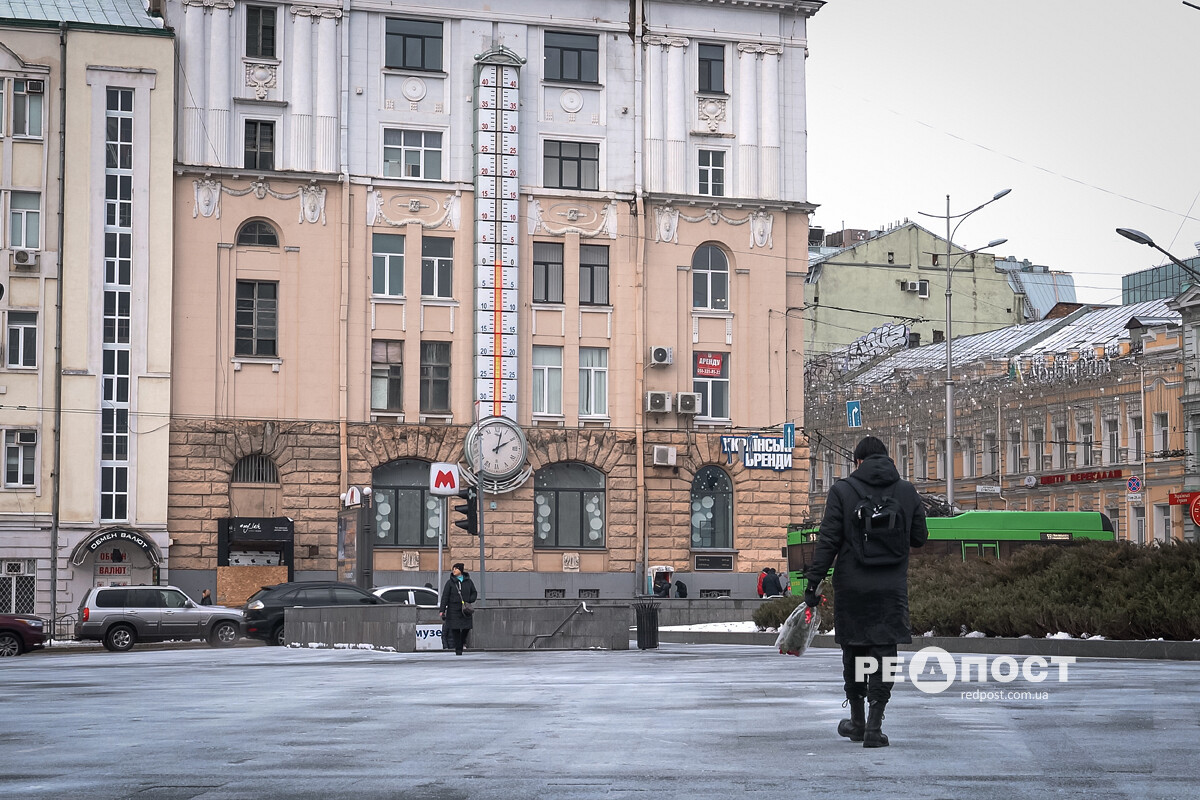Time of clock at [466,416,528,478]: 2:02
